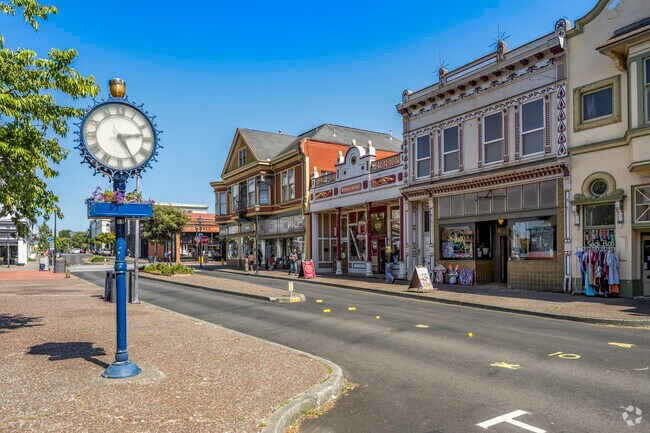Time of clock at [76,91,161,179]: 2:24
